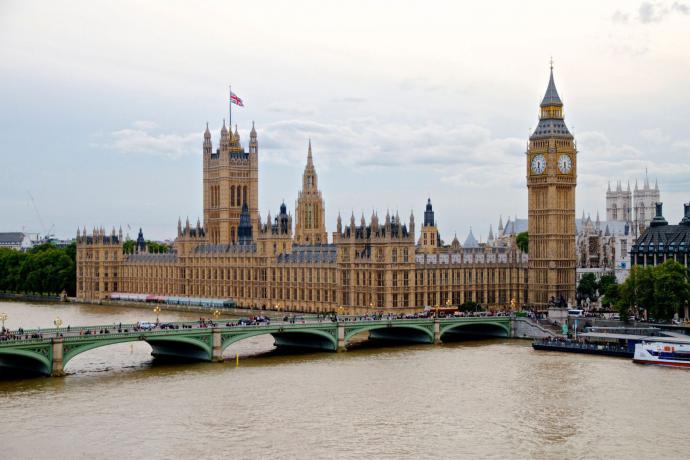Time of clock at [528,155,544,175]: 6:28
